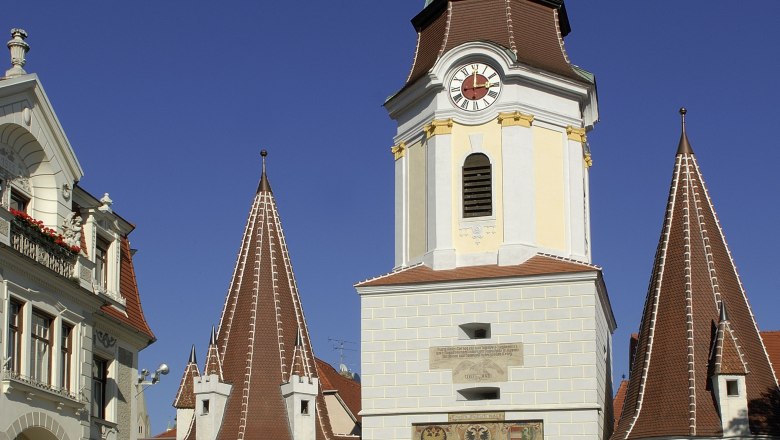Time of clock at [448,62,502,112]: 3:00
